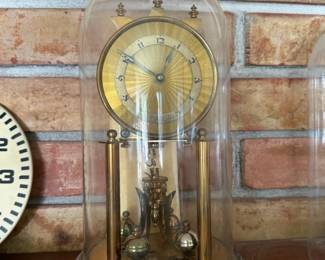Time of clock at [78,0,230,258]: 12:49
